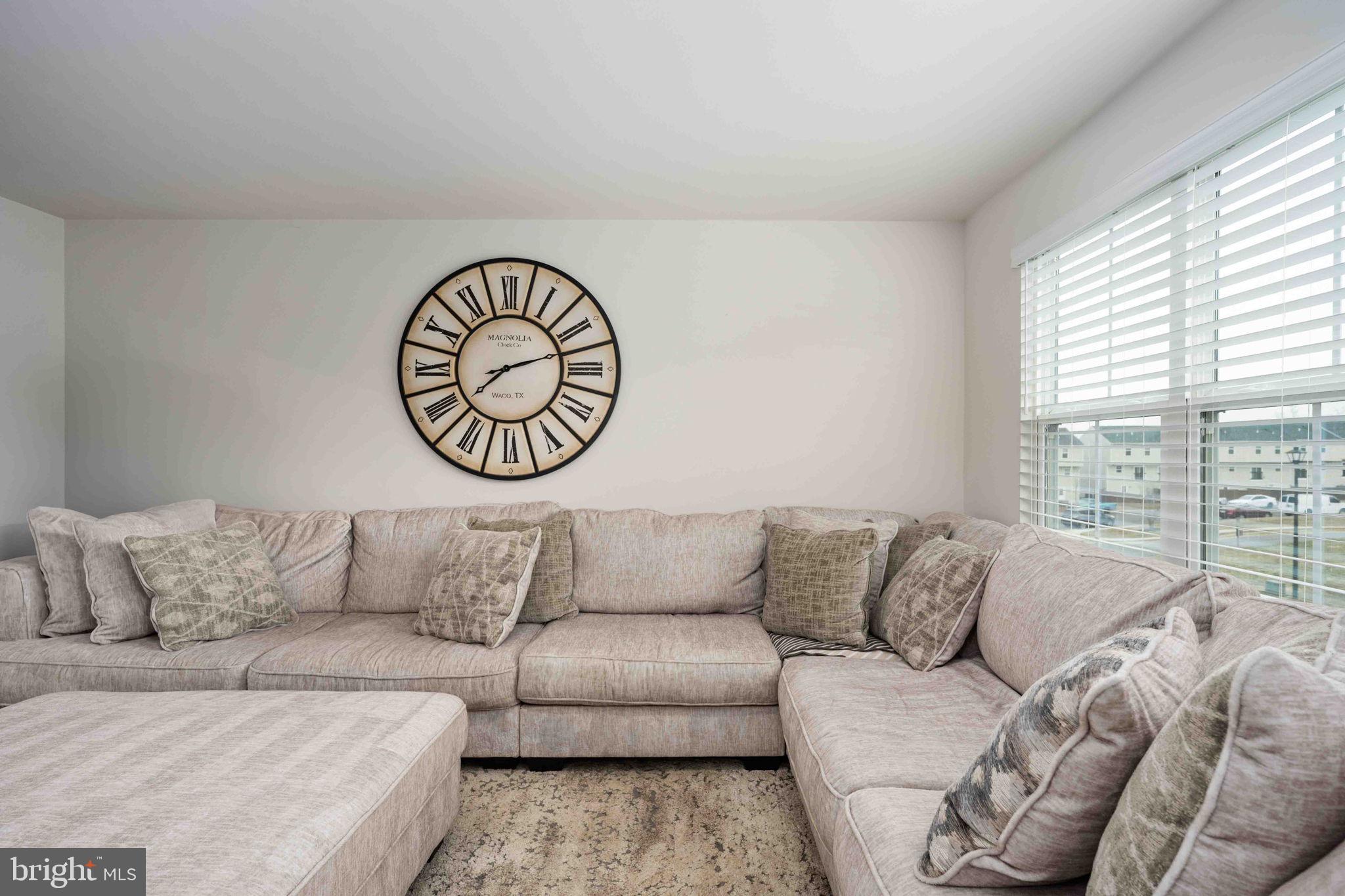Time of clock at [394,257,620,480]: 8:12
